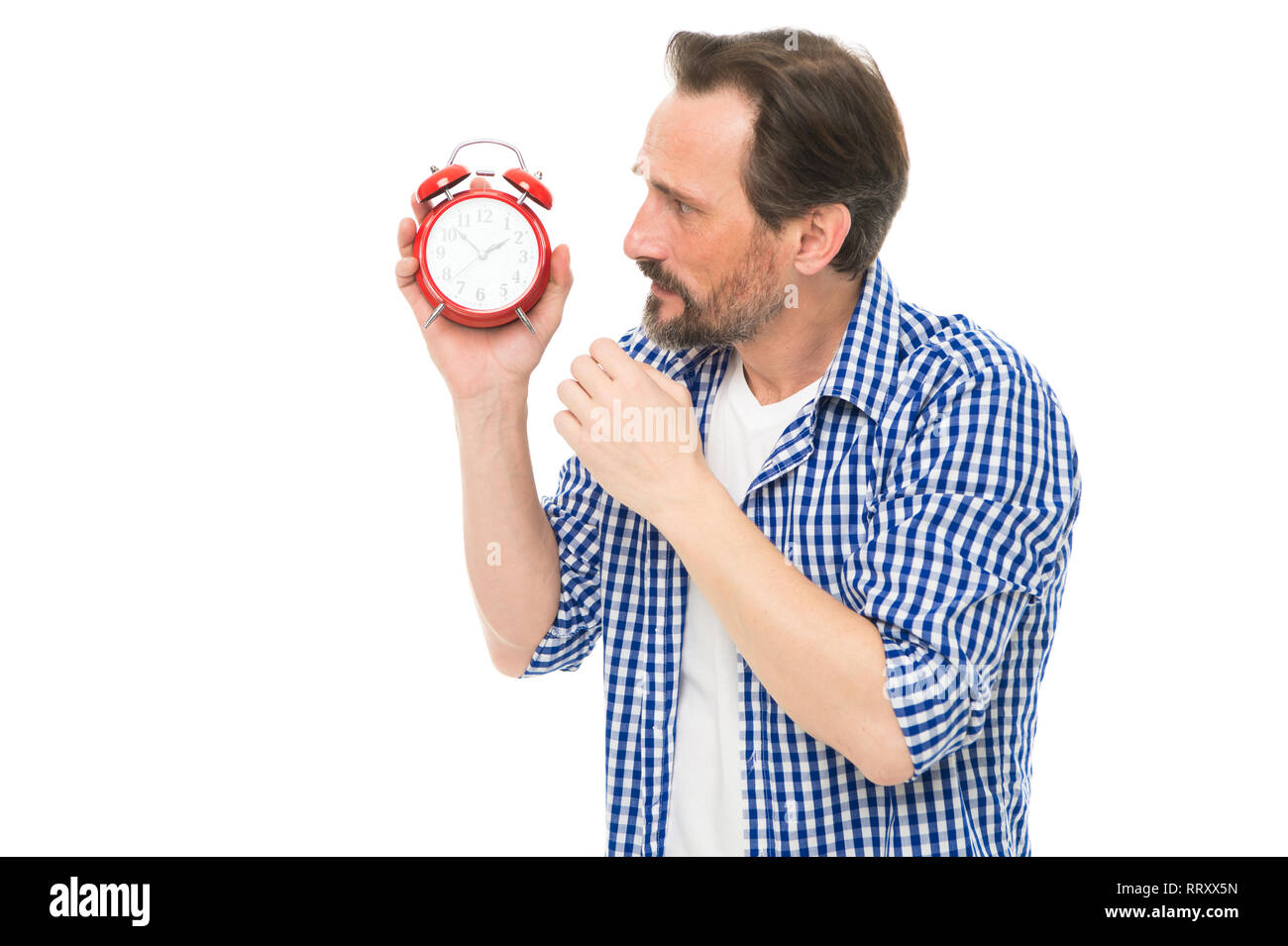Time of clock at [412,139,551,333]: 1:52
